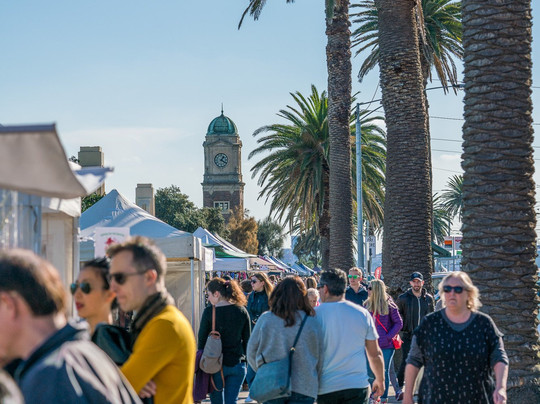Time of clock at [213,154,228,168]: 1:20
